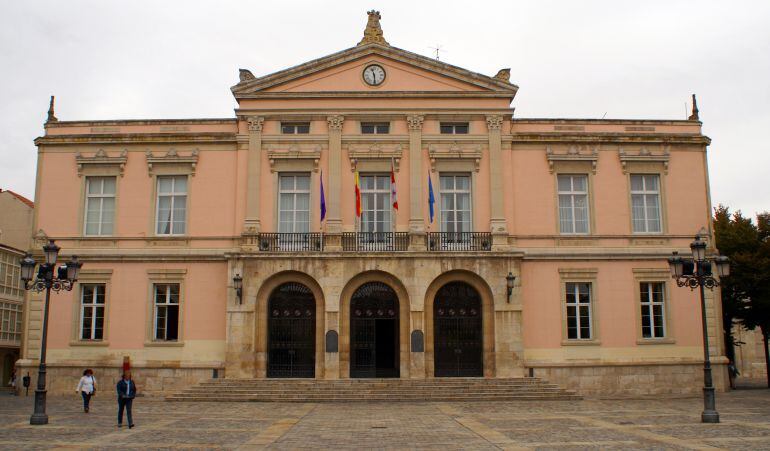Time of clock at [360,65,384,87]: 11:28
